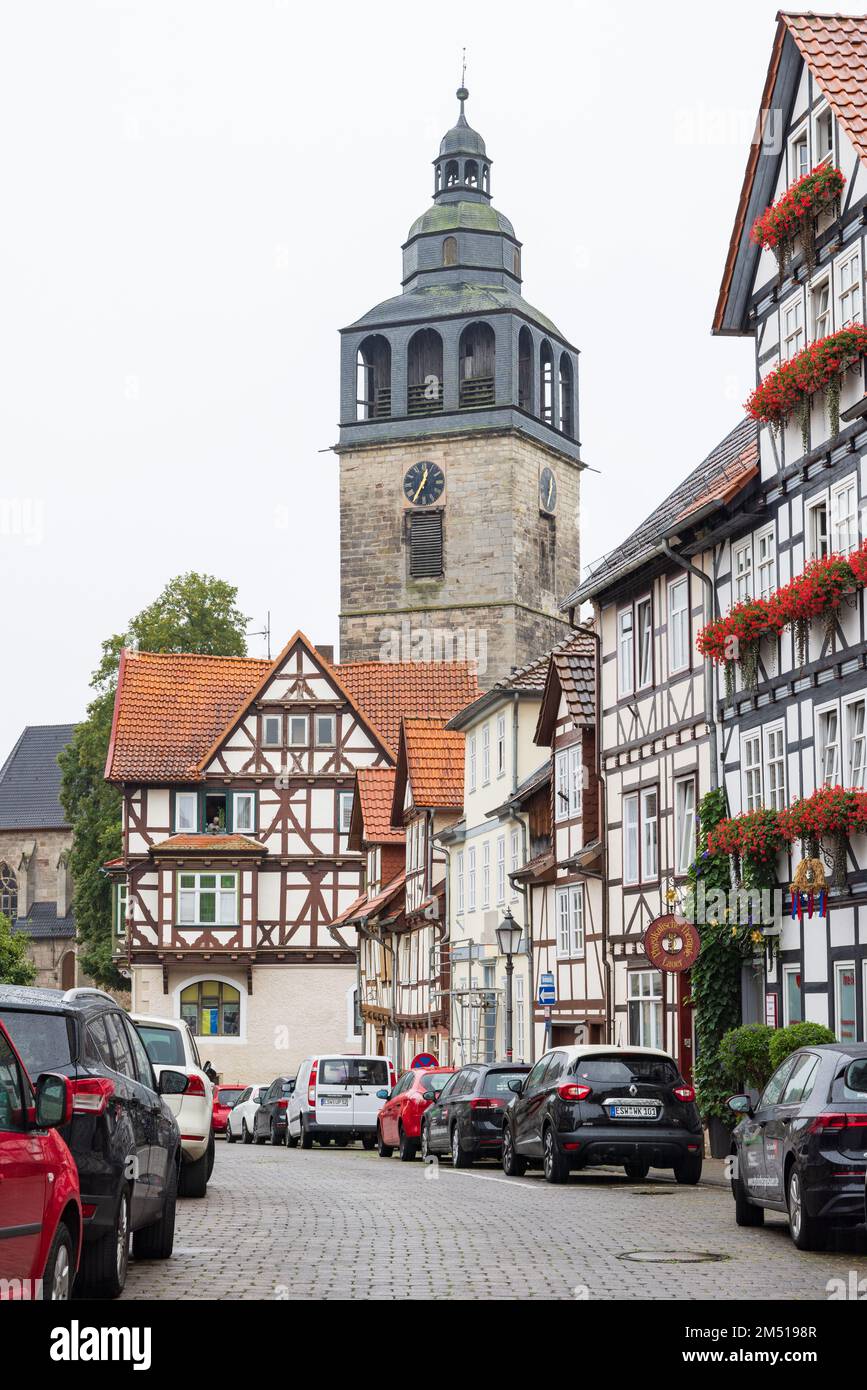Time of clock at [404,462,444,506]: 12:34
